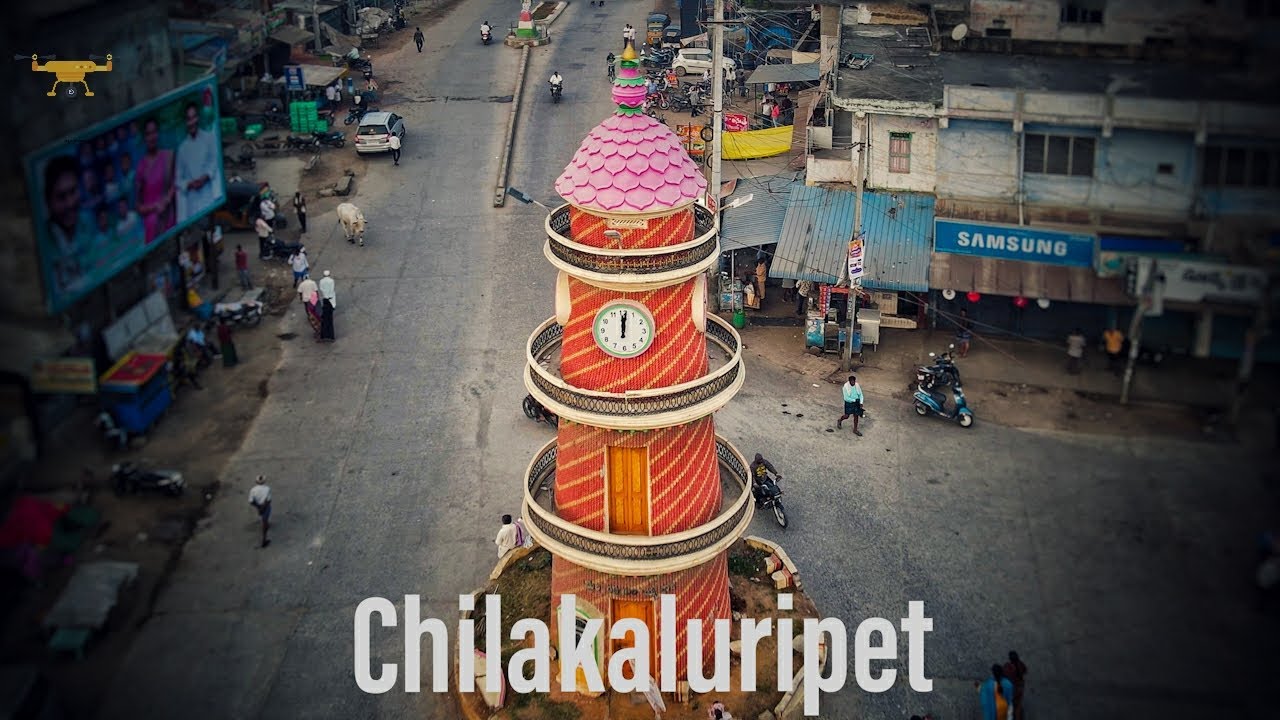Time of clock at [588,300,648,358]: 12:01
